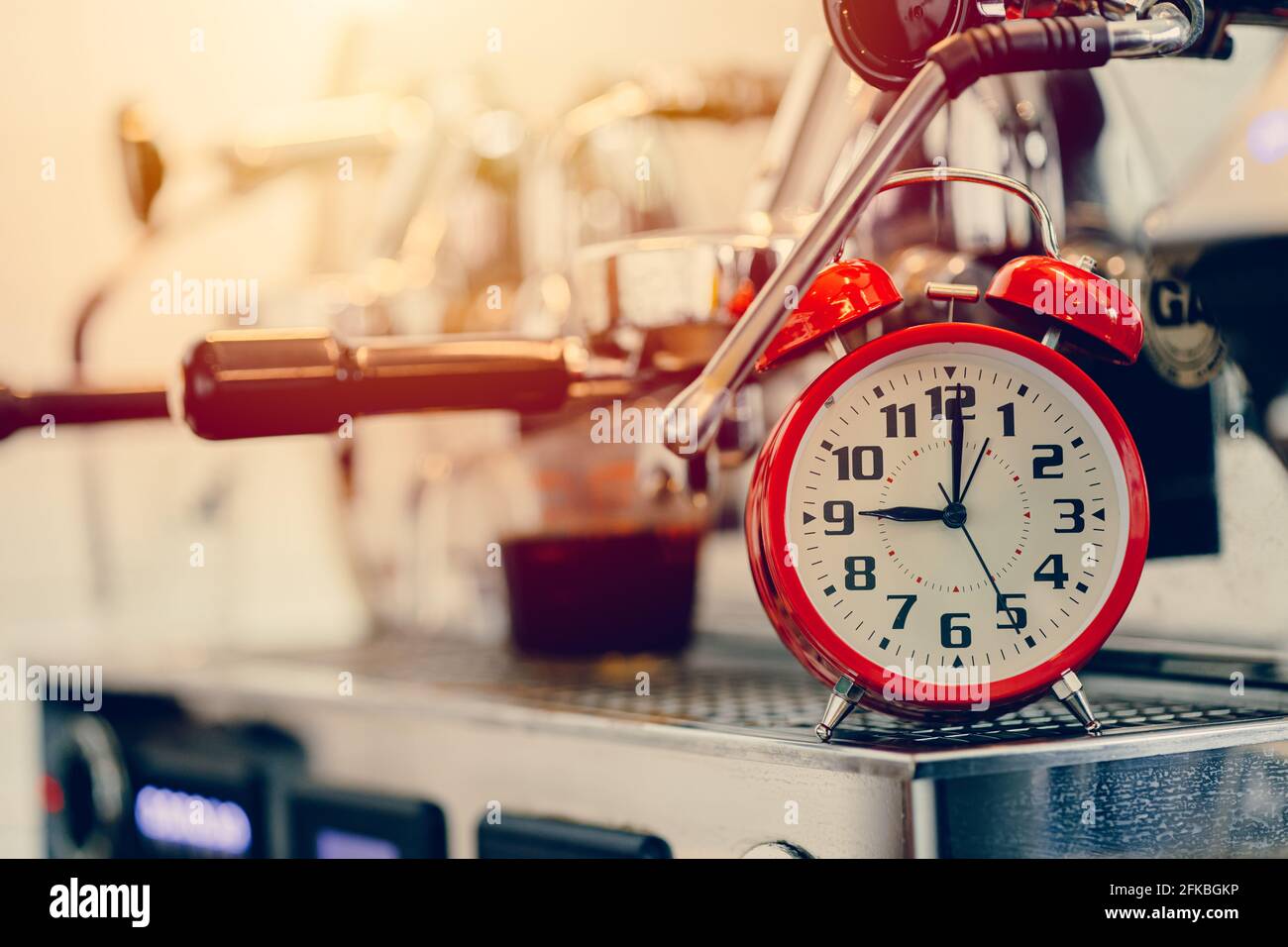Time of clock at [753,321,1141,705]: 9:00
